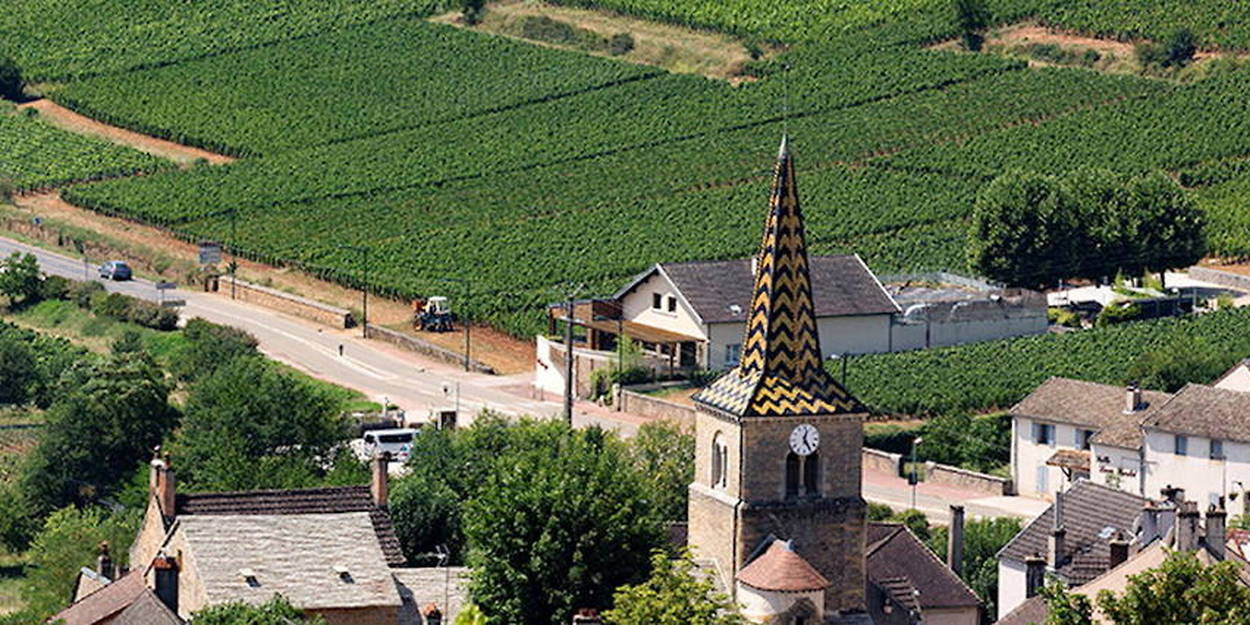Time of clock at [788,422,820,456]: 12:24
